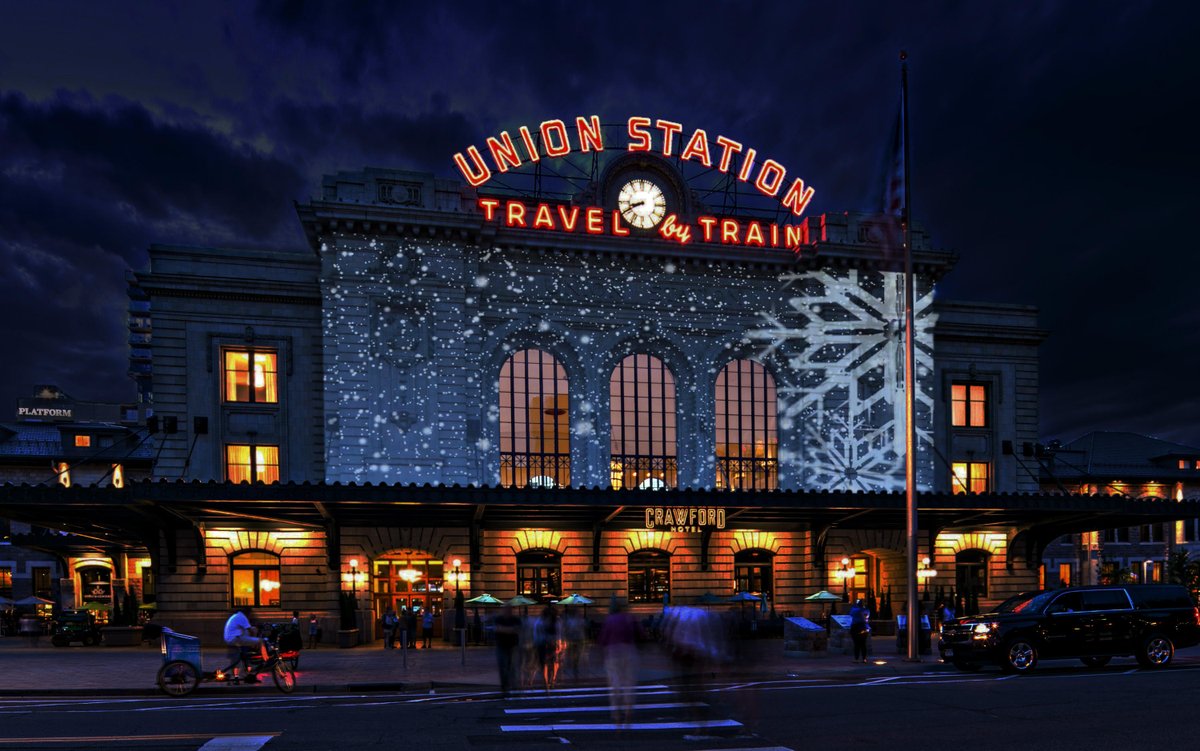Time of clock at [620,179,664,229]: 8:40
